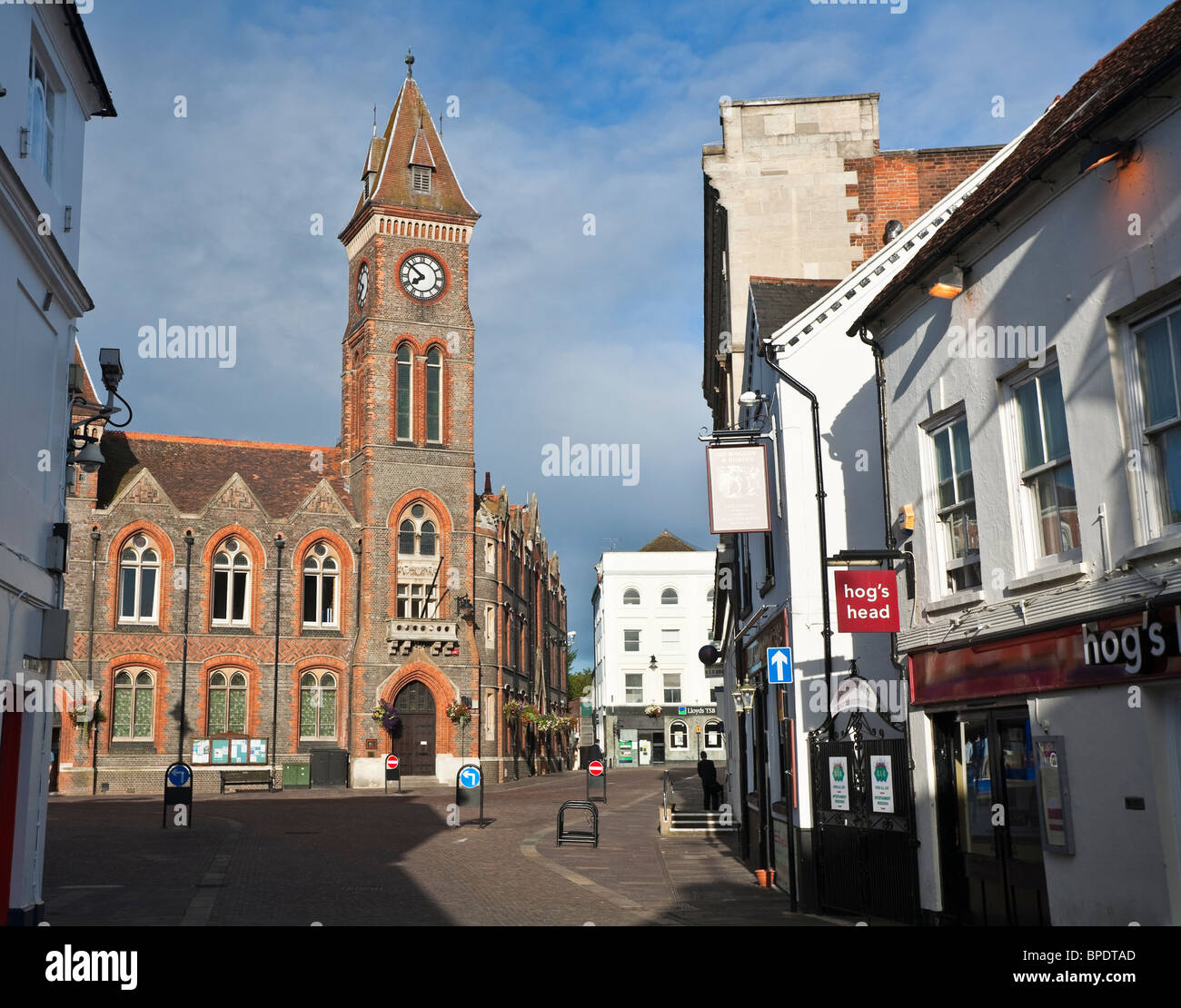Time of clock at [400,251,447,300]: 7:51
